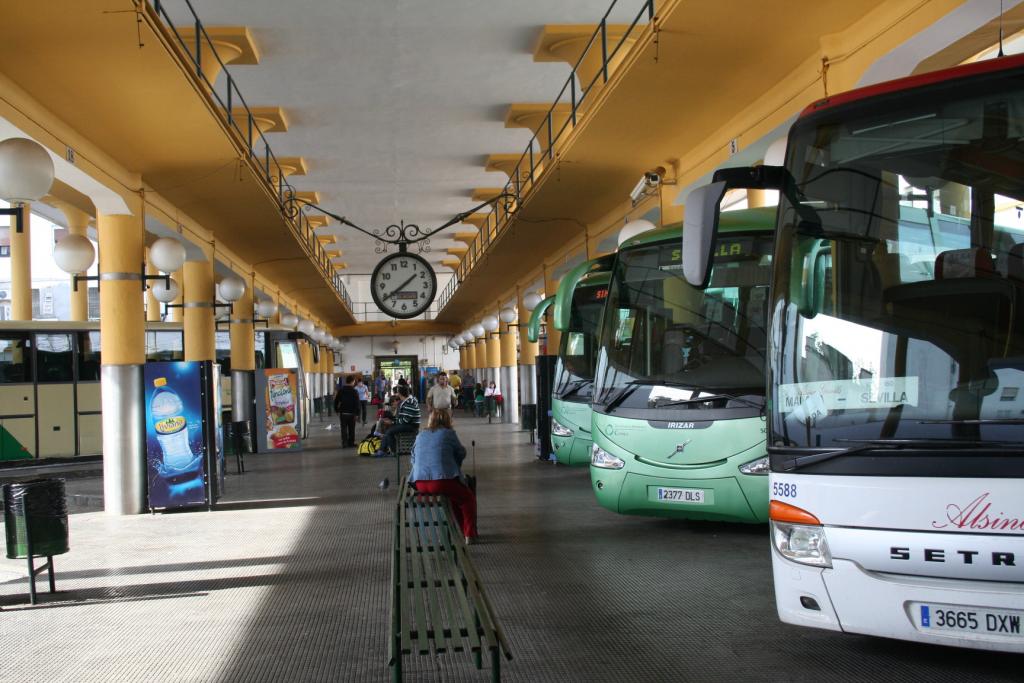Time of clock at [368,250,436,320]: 1:39
